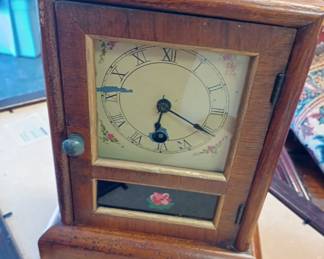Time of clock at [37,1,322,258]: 6:19
